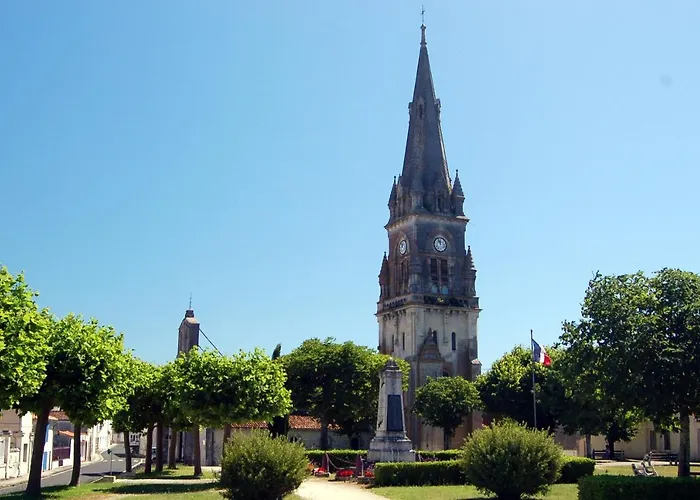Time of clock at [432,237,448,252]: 11:55
